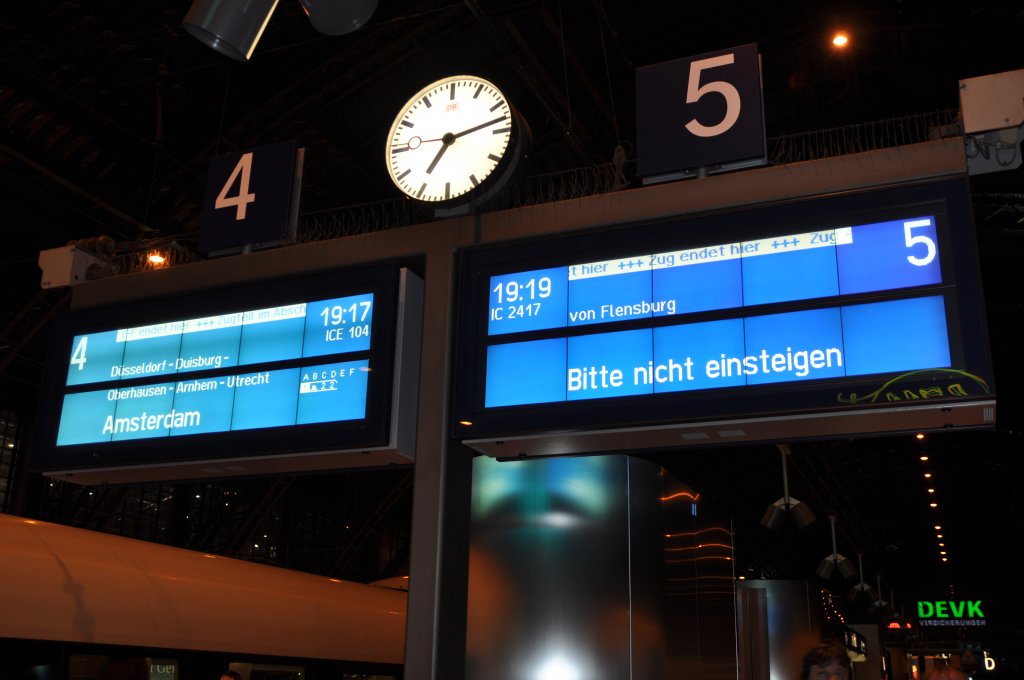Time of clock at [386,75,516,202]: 7:12
